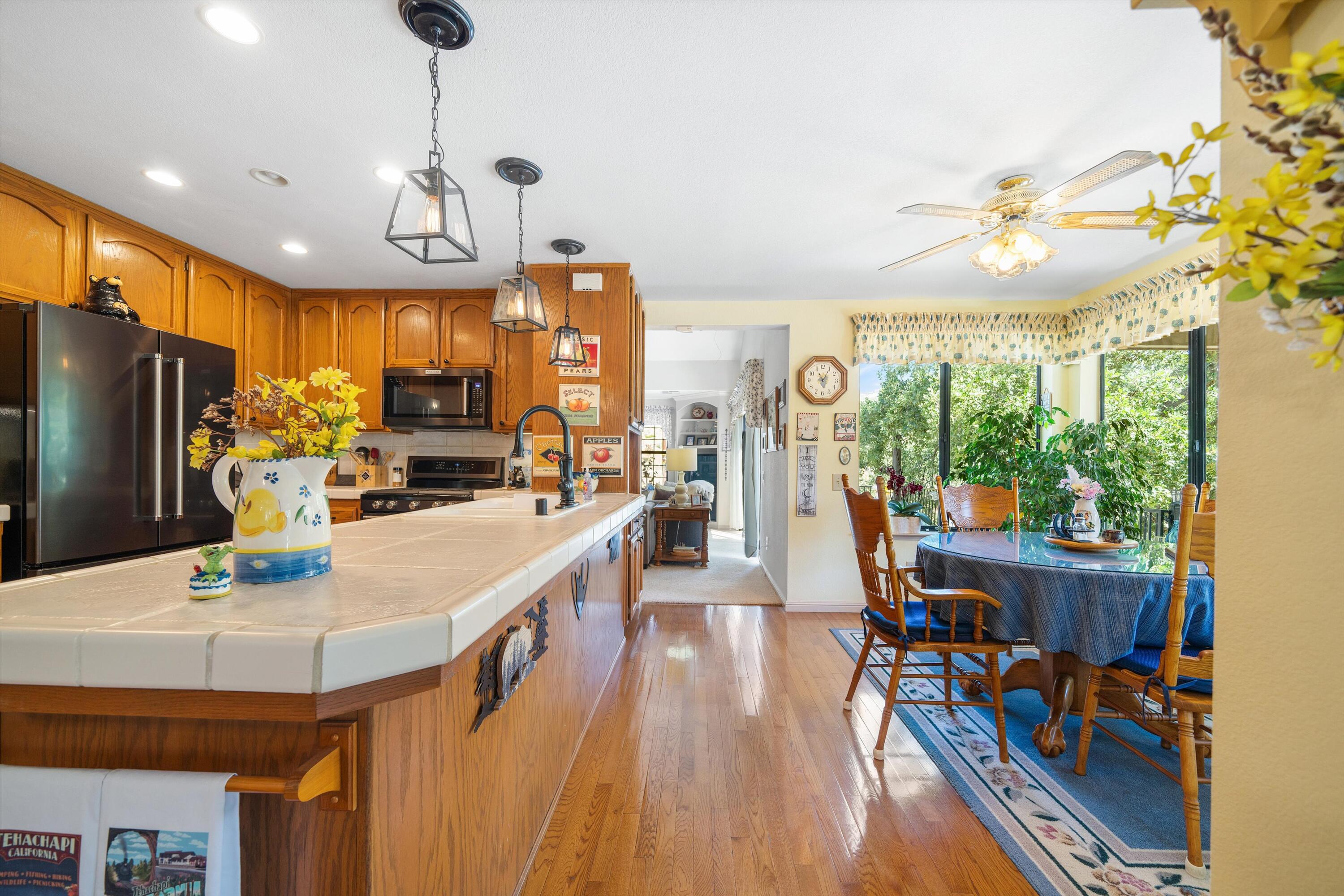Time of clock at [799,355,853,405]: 11:04
